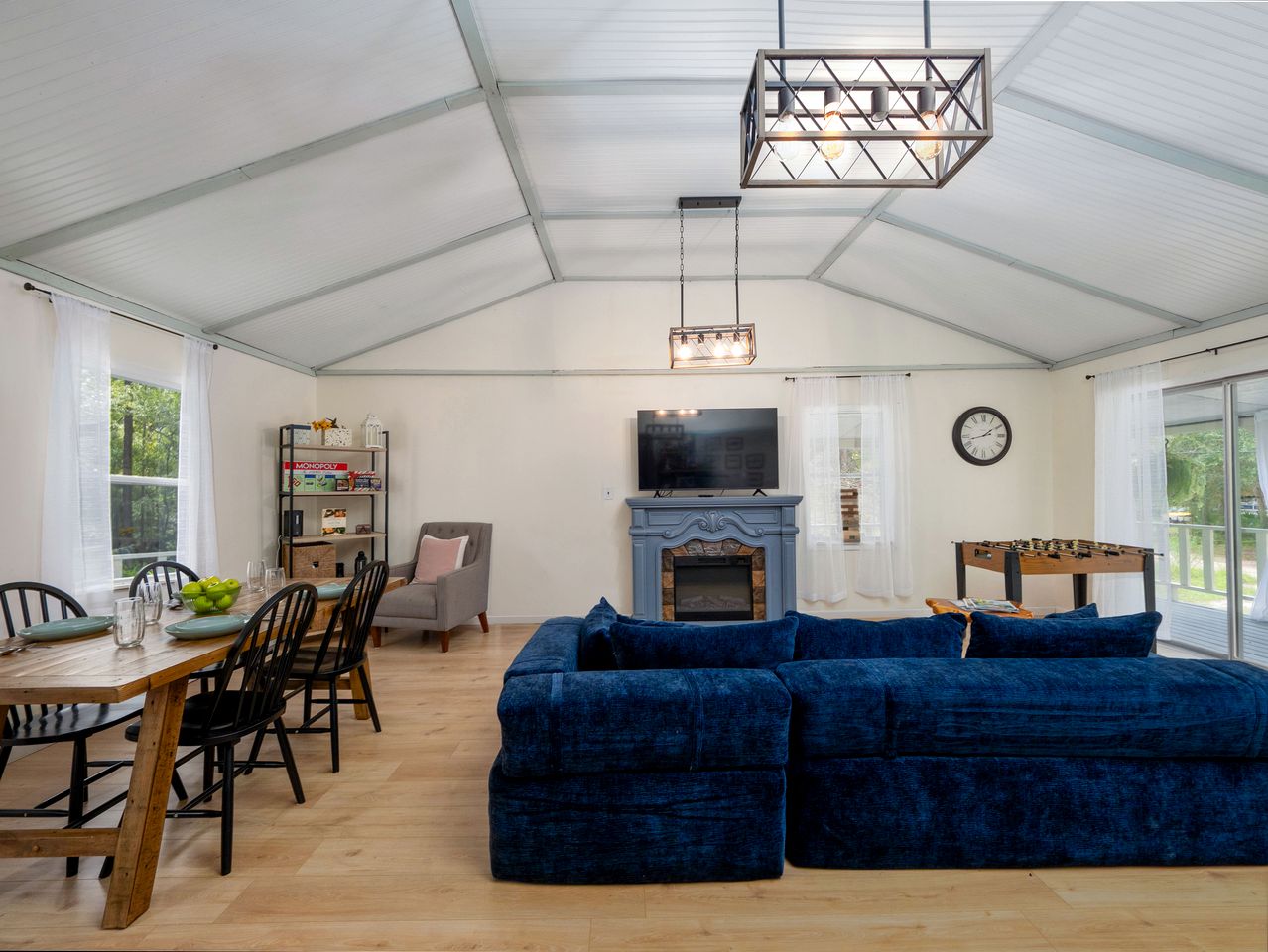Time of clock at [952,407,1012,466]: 1:42
